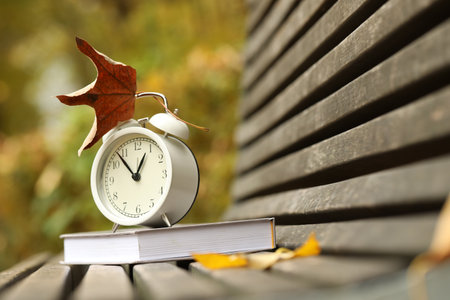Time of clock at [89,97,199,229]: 12:53
